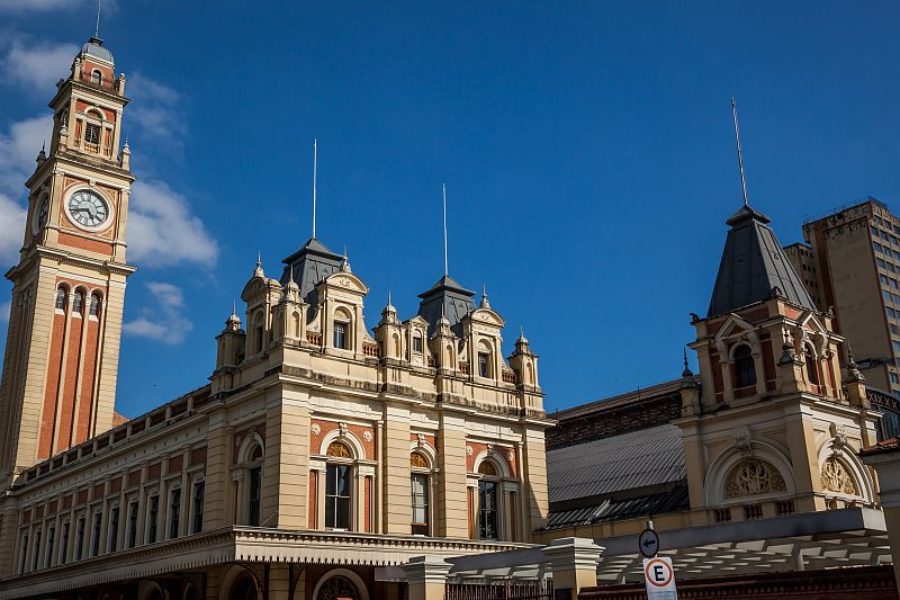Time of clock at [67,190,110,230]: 4:42
